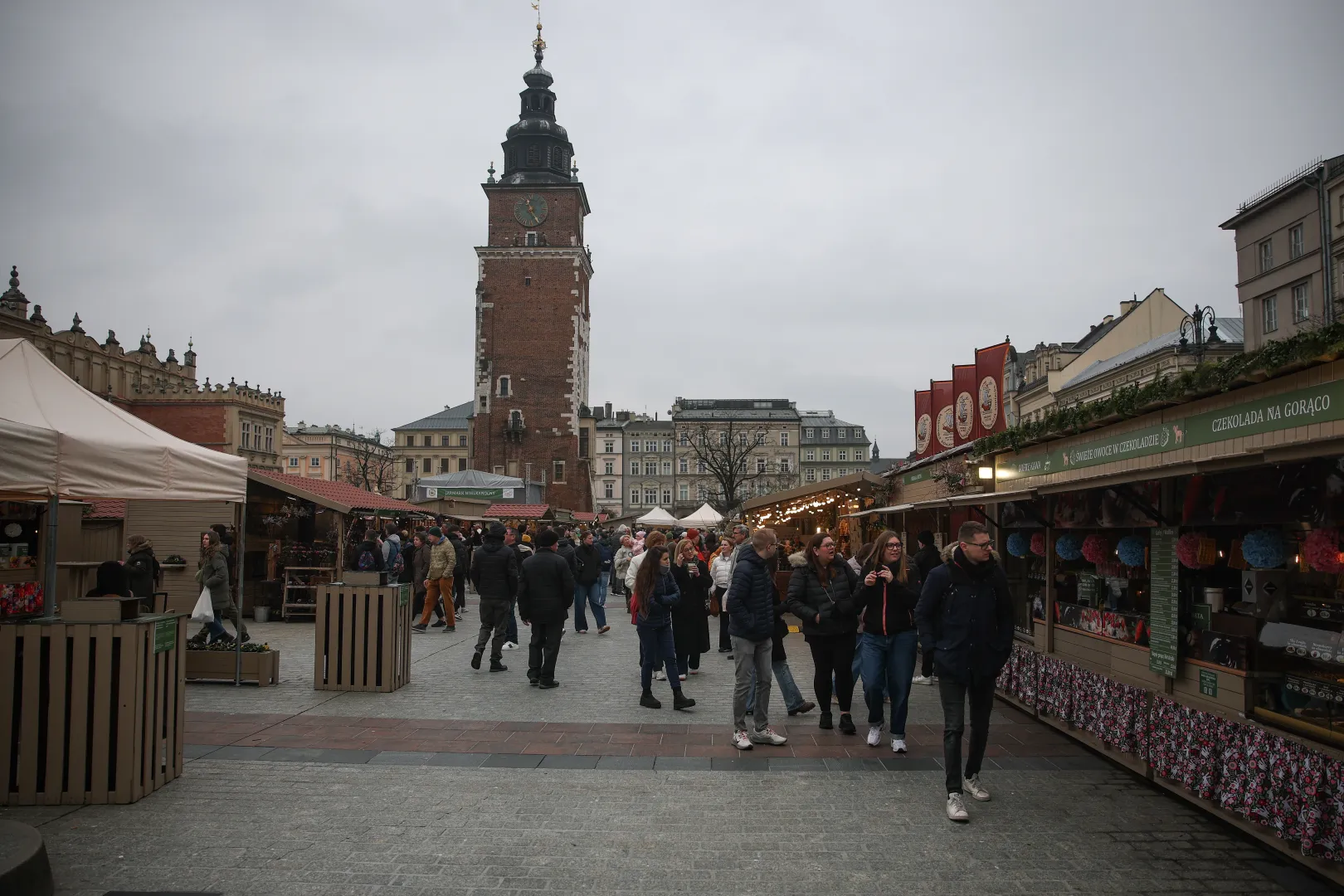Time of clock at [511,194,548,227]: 11:25
